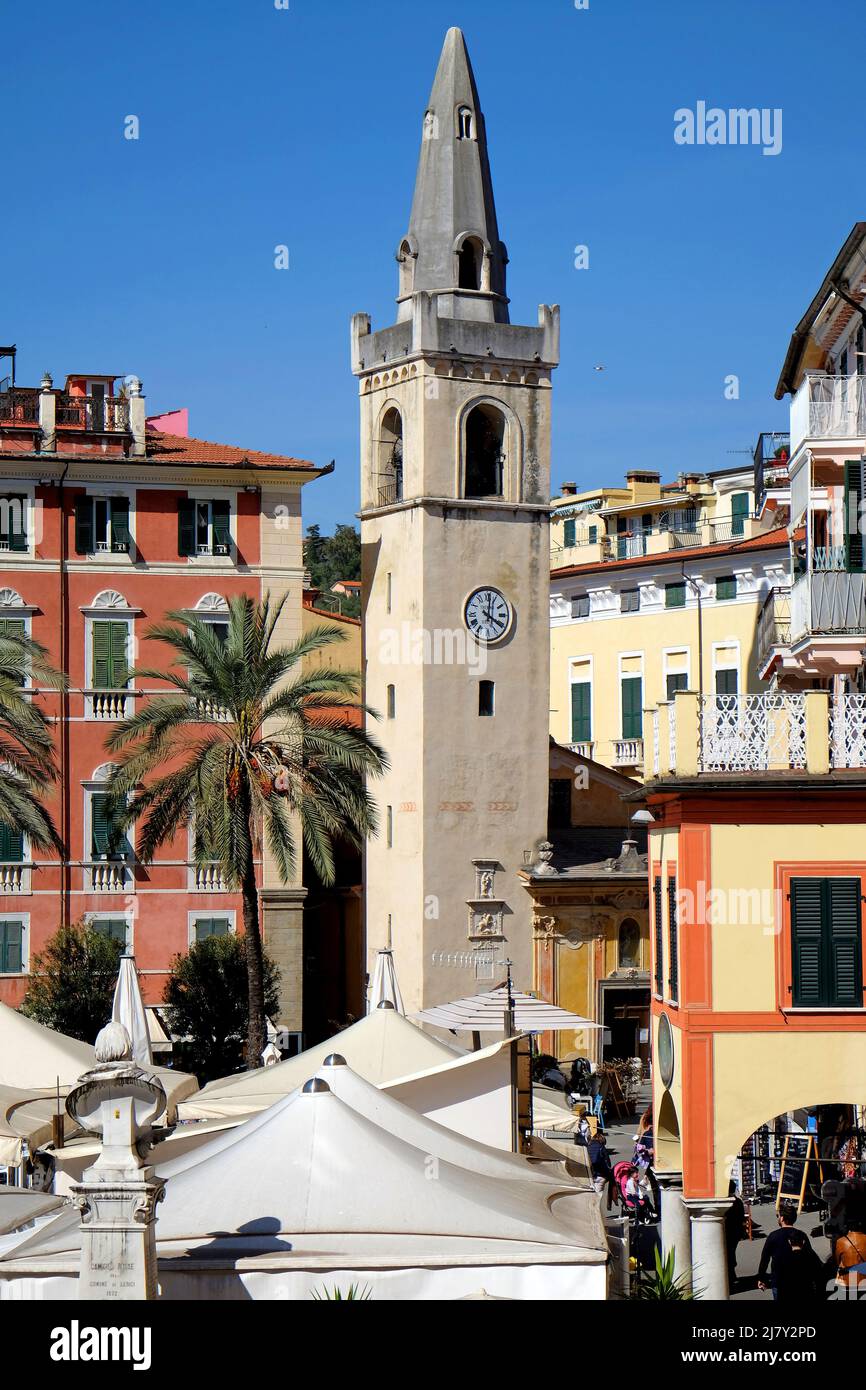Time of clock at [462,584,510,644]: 4:01
